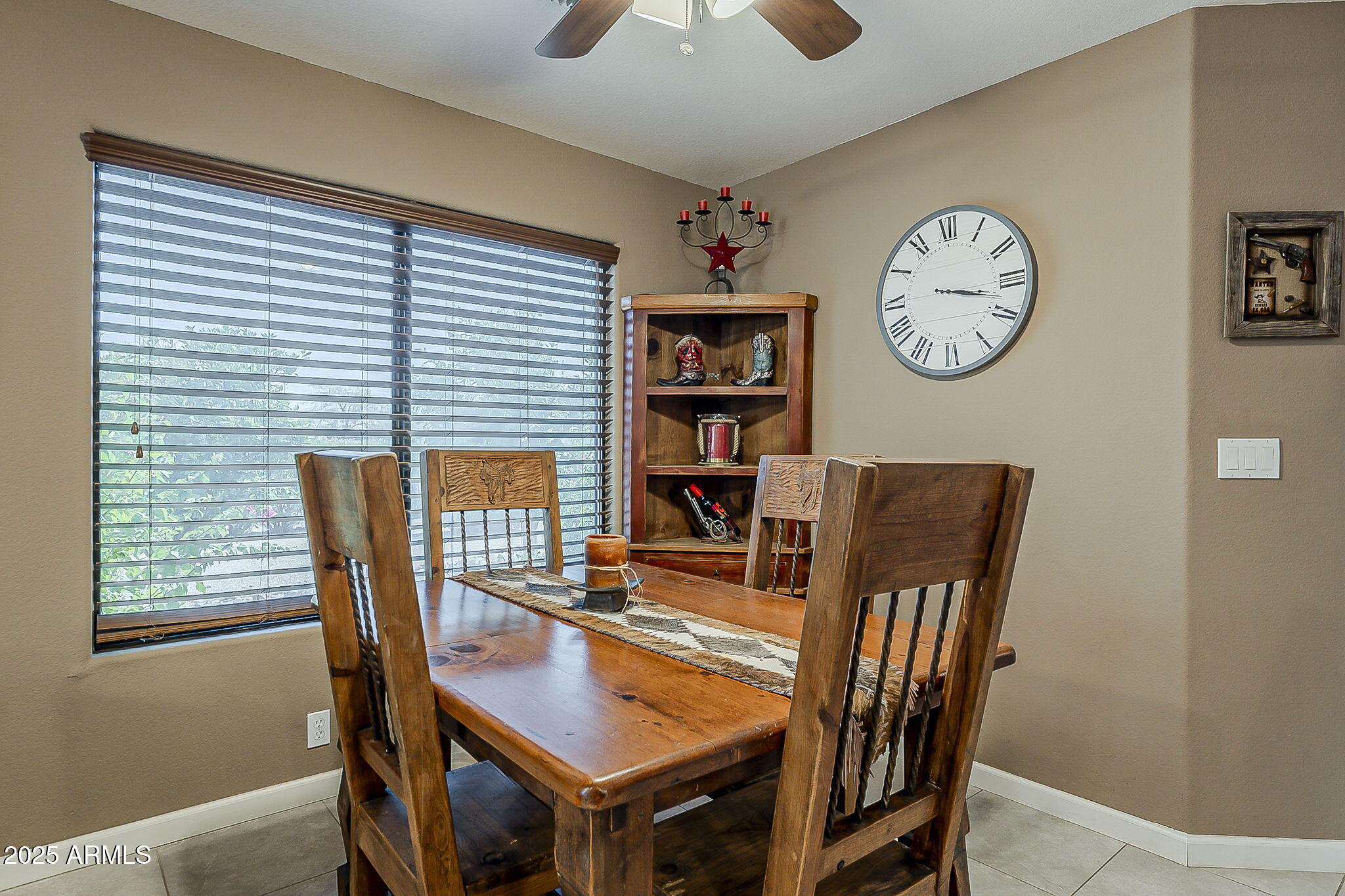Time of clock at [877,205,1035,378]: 3:17
